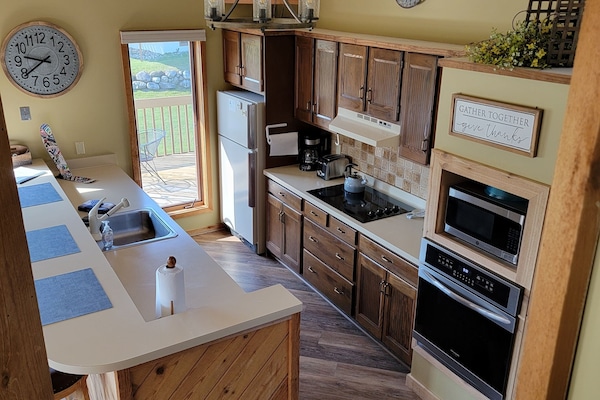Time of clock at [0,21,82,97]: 9:39
